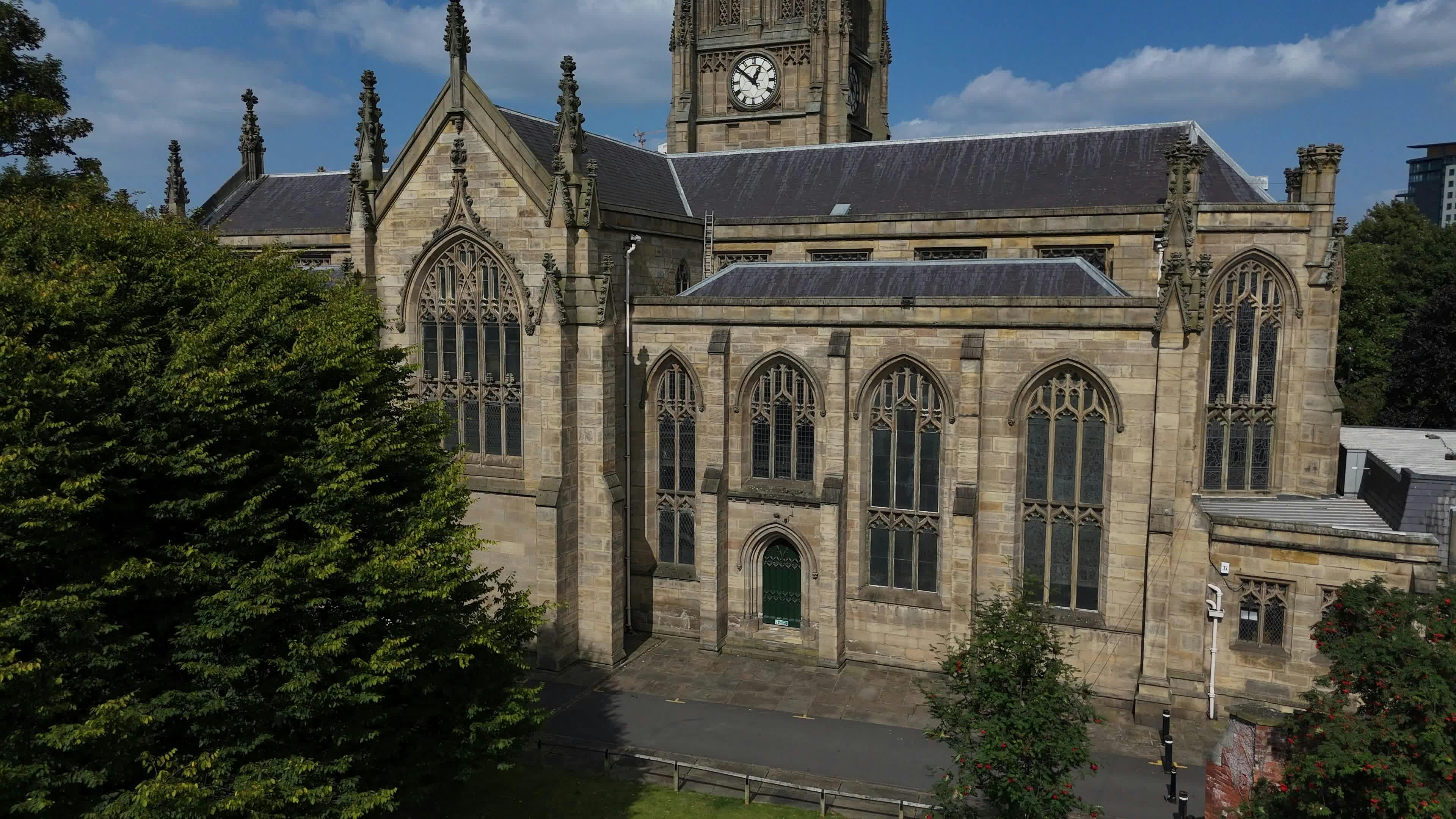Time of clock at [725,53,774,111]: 12:51
